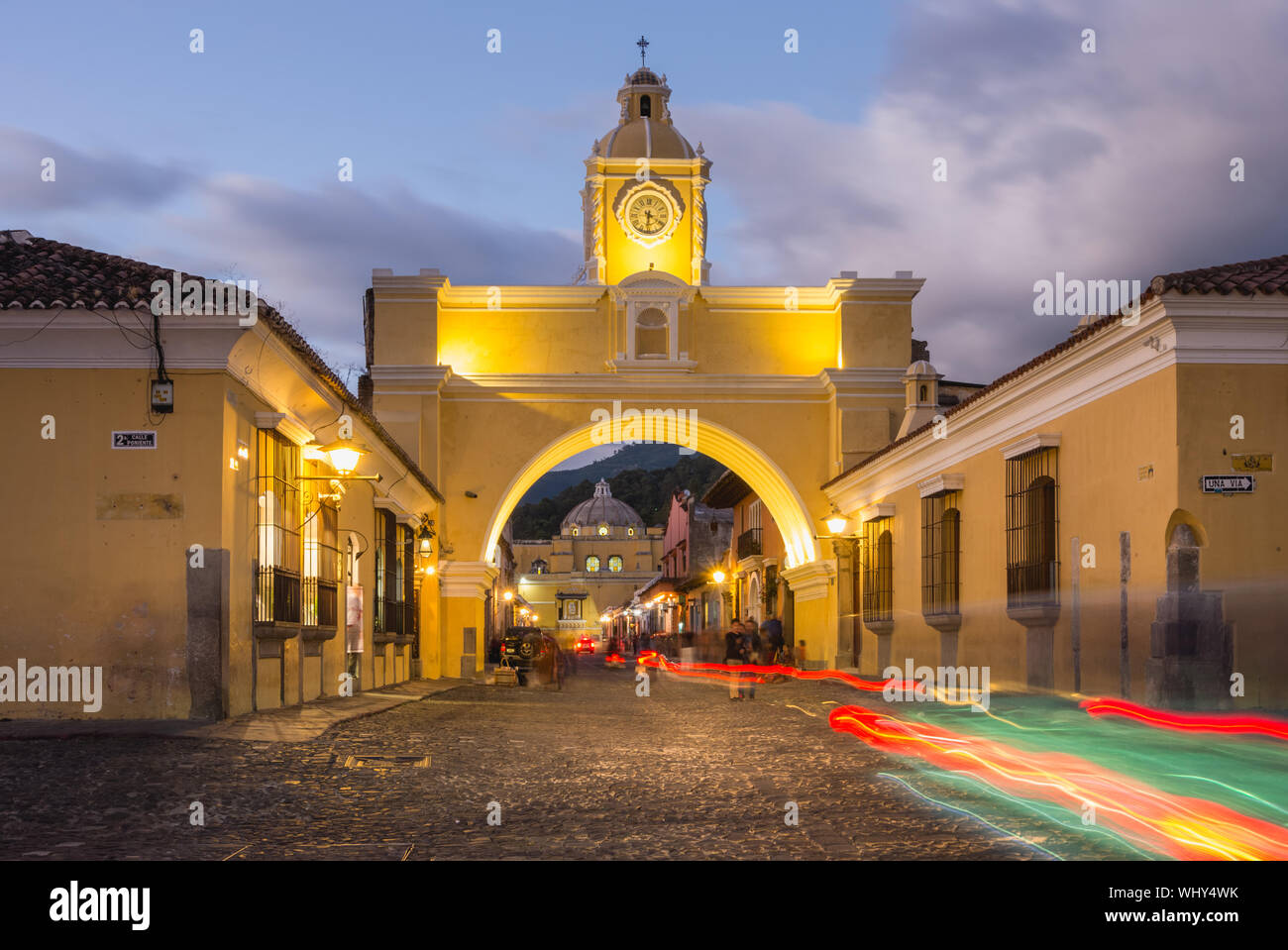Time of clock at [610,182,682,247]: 6:20
